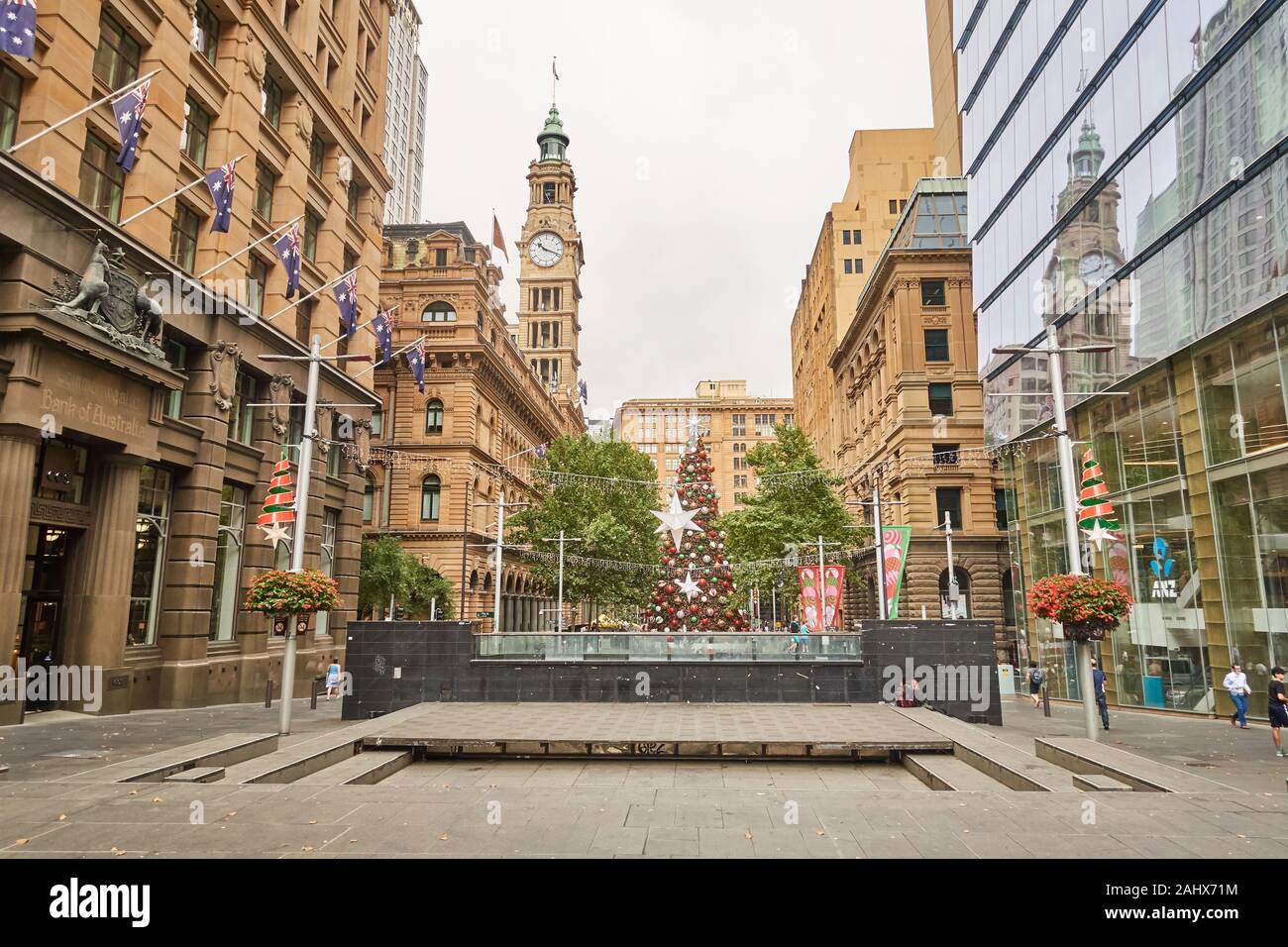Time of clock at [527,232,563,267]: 10:18
